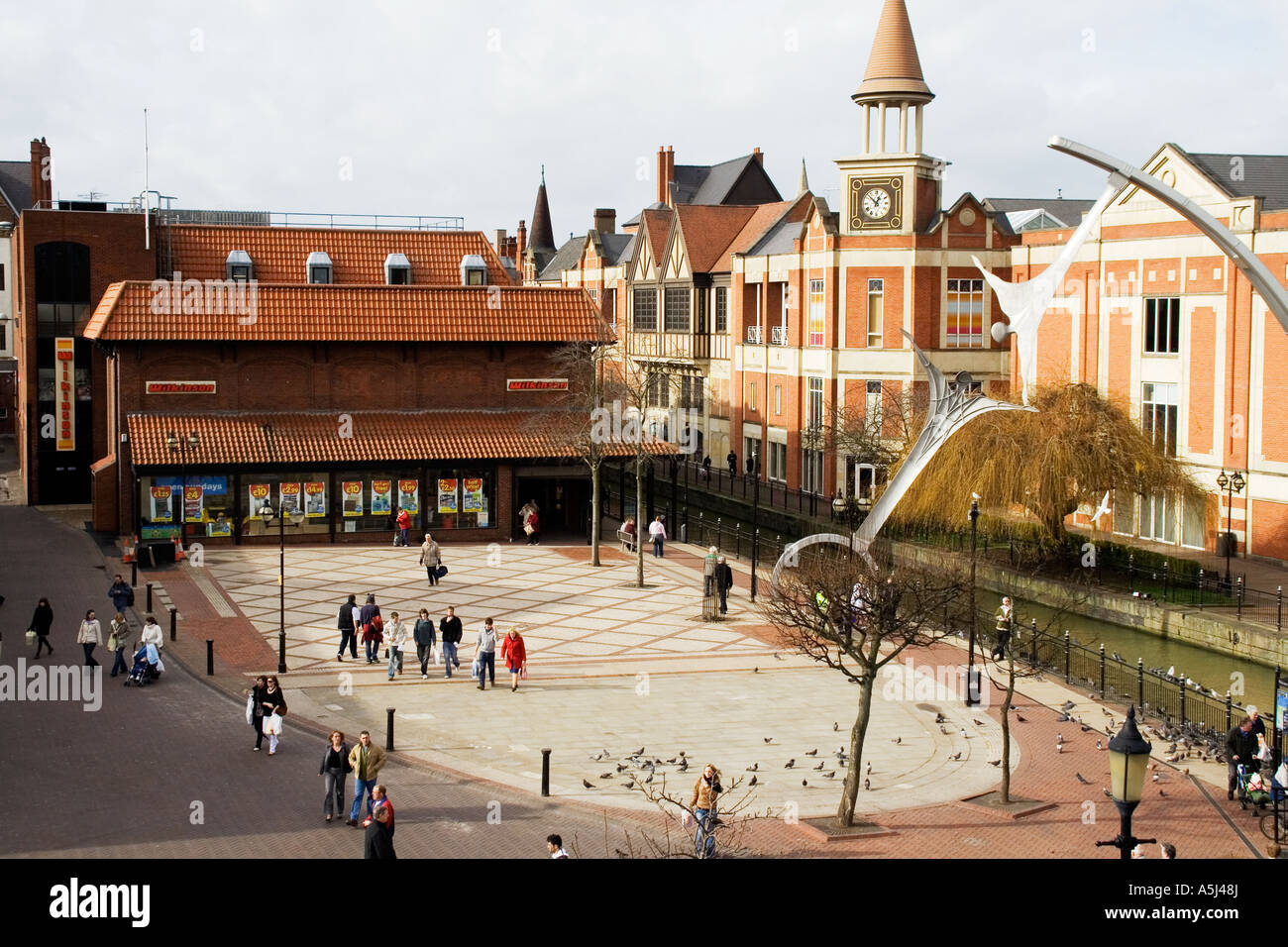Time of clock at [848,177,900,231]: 12:52
